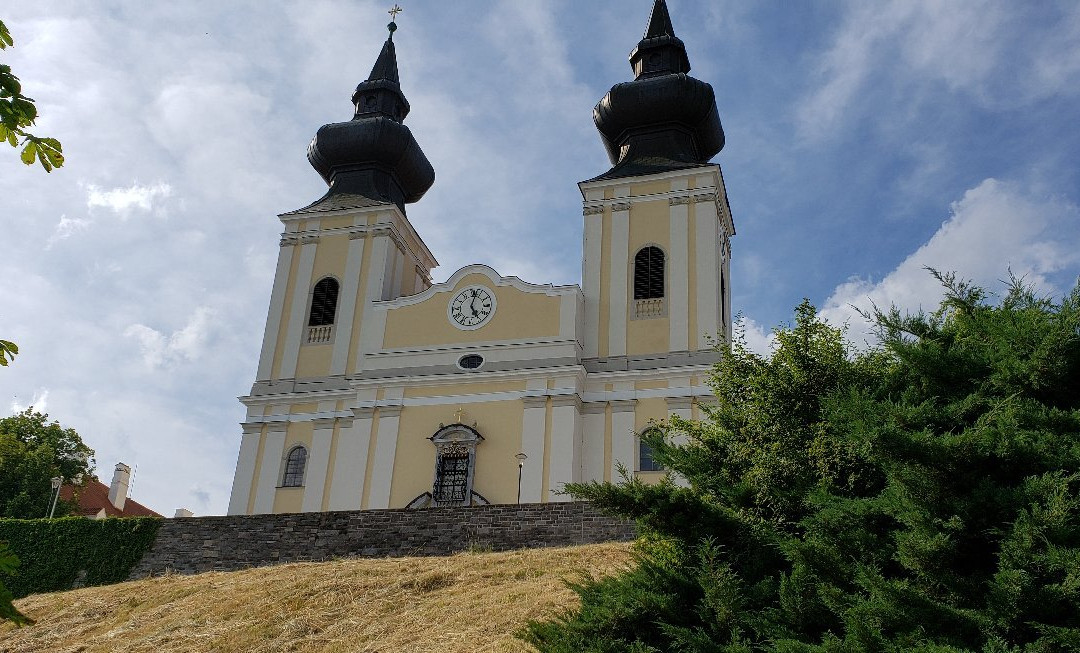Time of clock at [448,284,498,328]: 5:02
